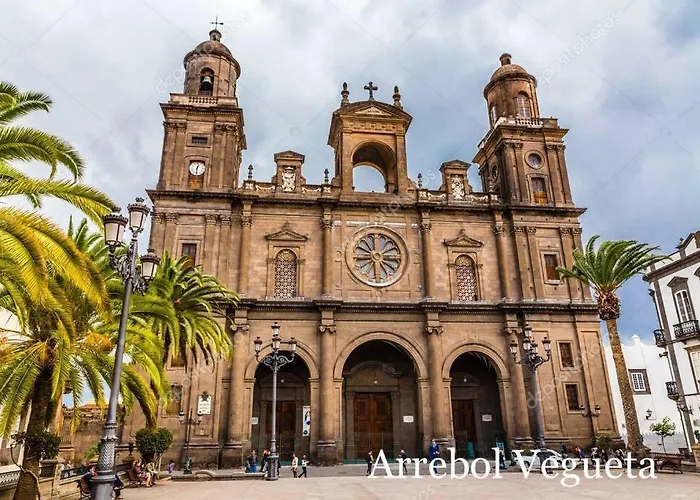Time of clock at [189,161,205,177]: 12:30
